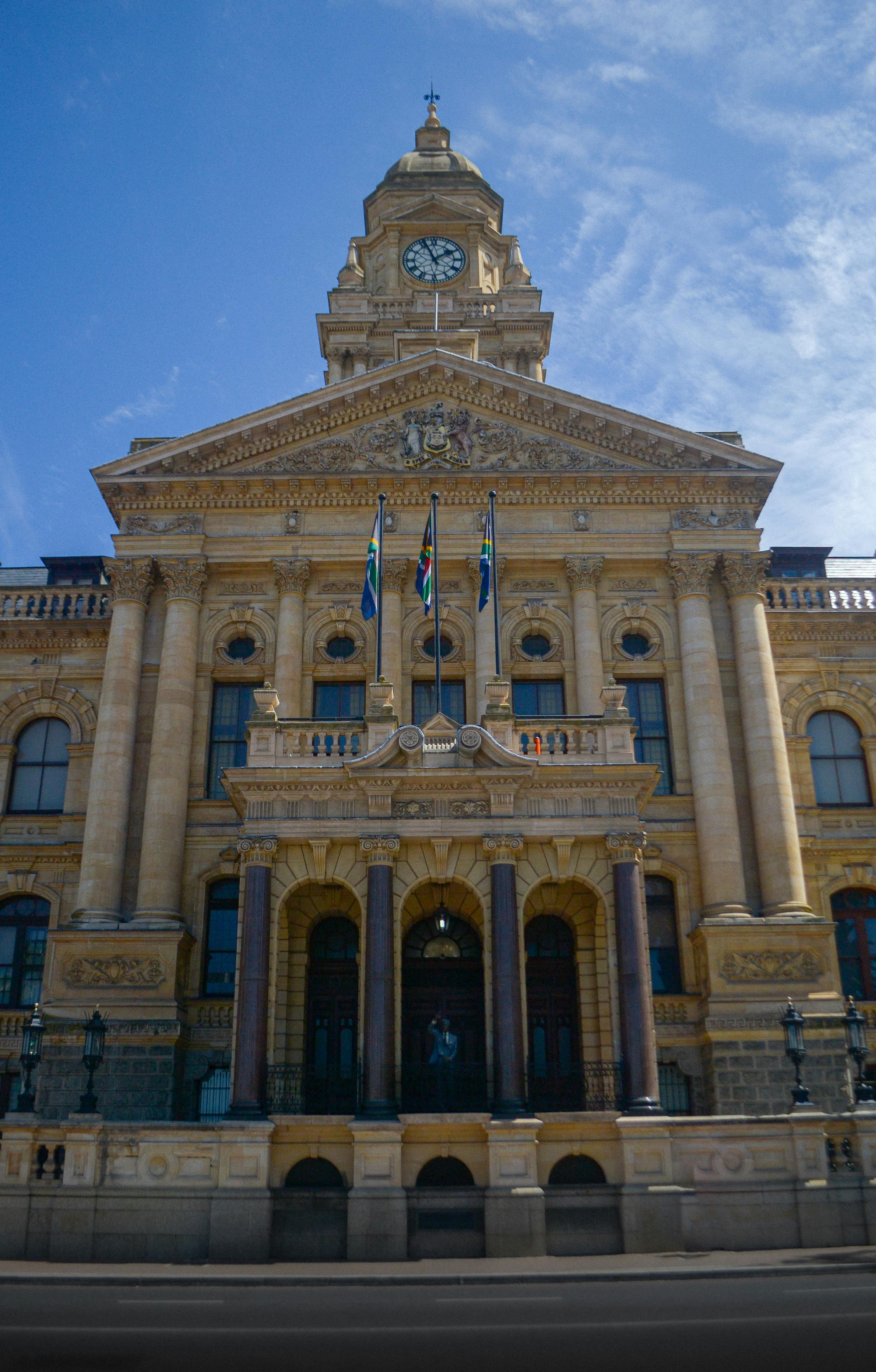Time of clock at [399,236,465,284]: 1:56
